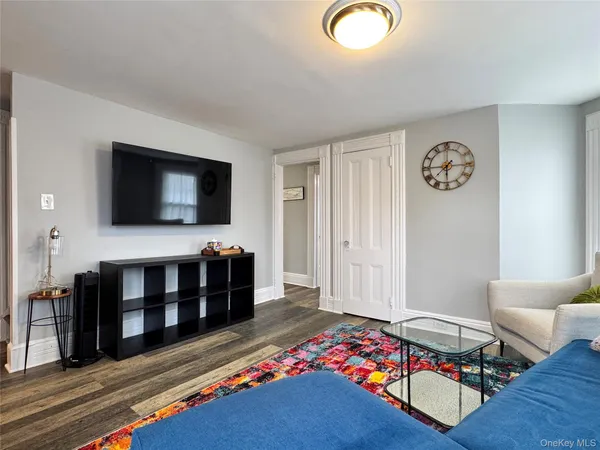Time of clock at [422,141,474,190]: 7:30
